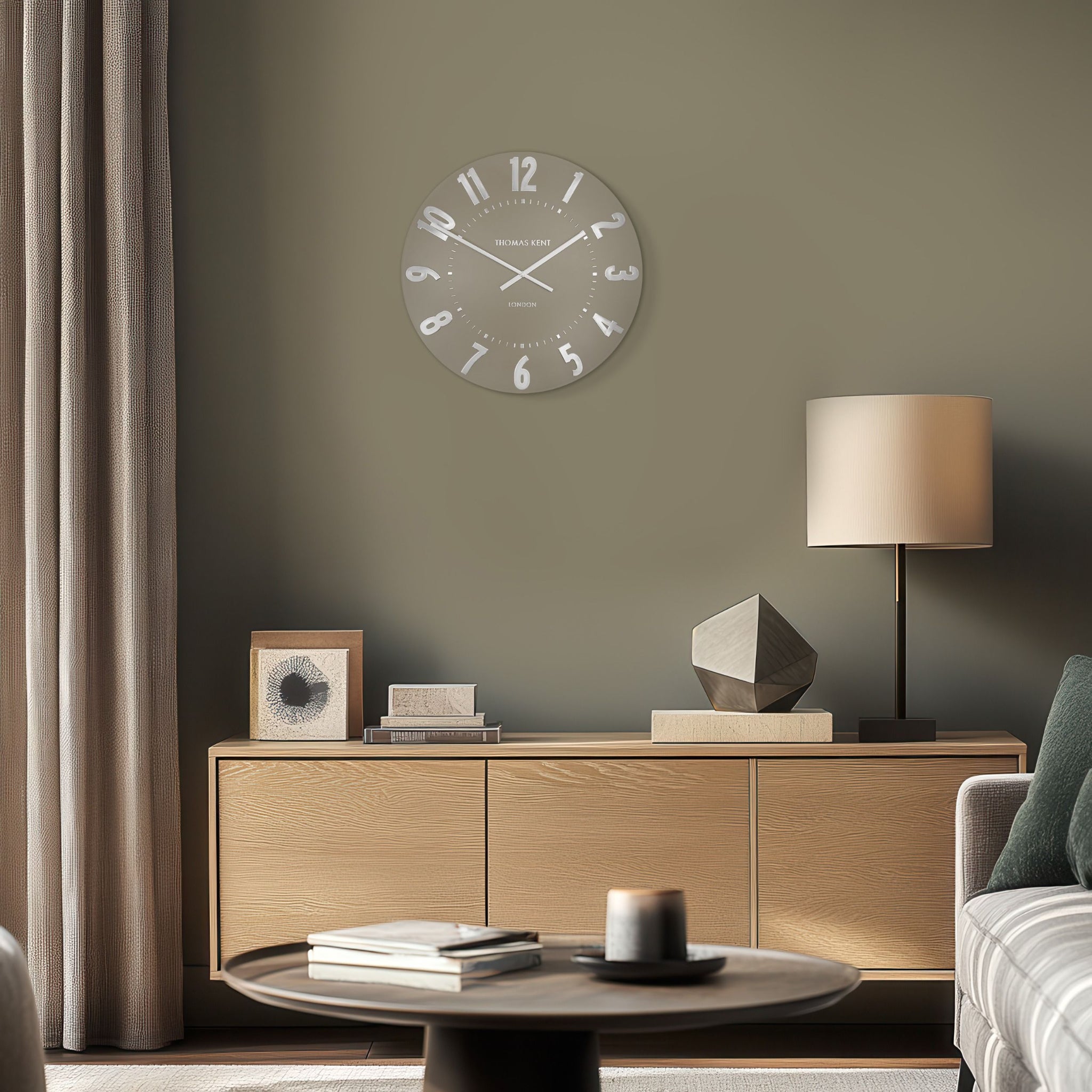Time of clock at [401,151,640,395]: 1:50
